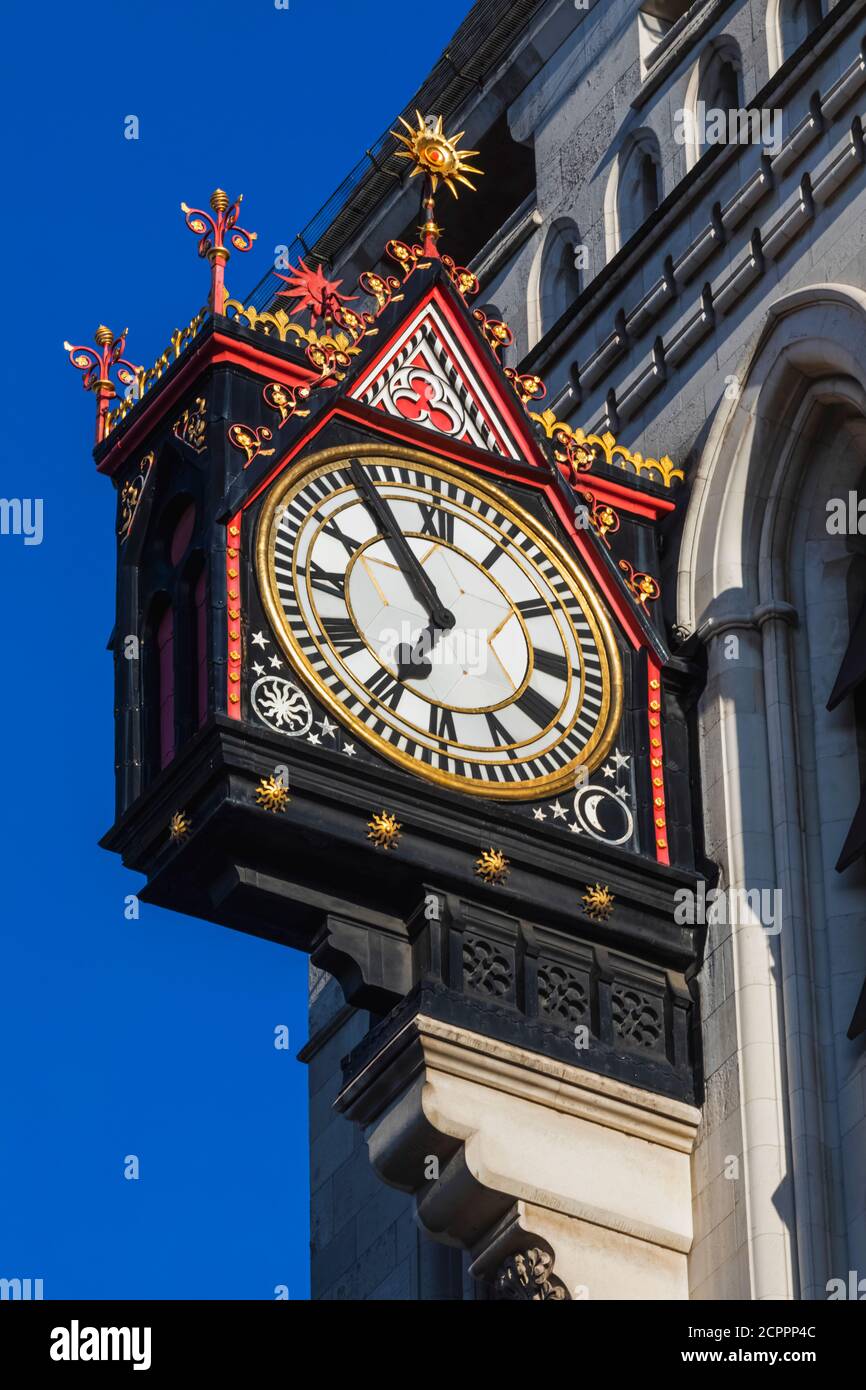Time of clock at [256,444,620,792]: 6:54
